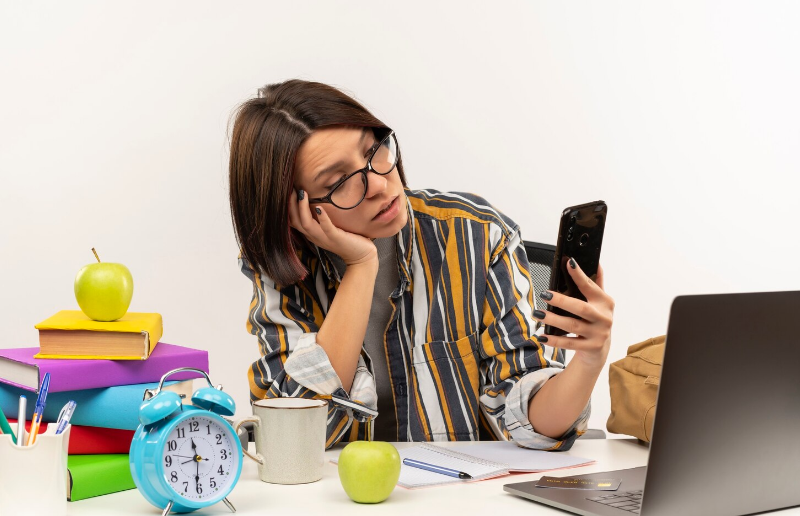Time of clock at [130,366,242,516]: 11:31
